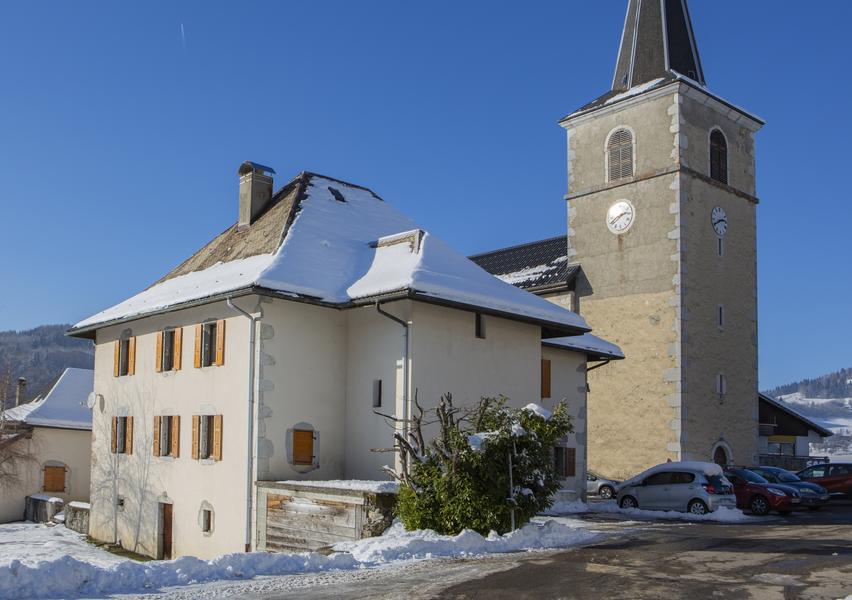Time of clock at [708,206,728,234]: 2:40
